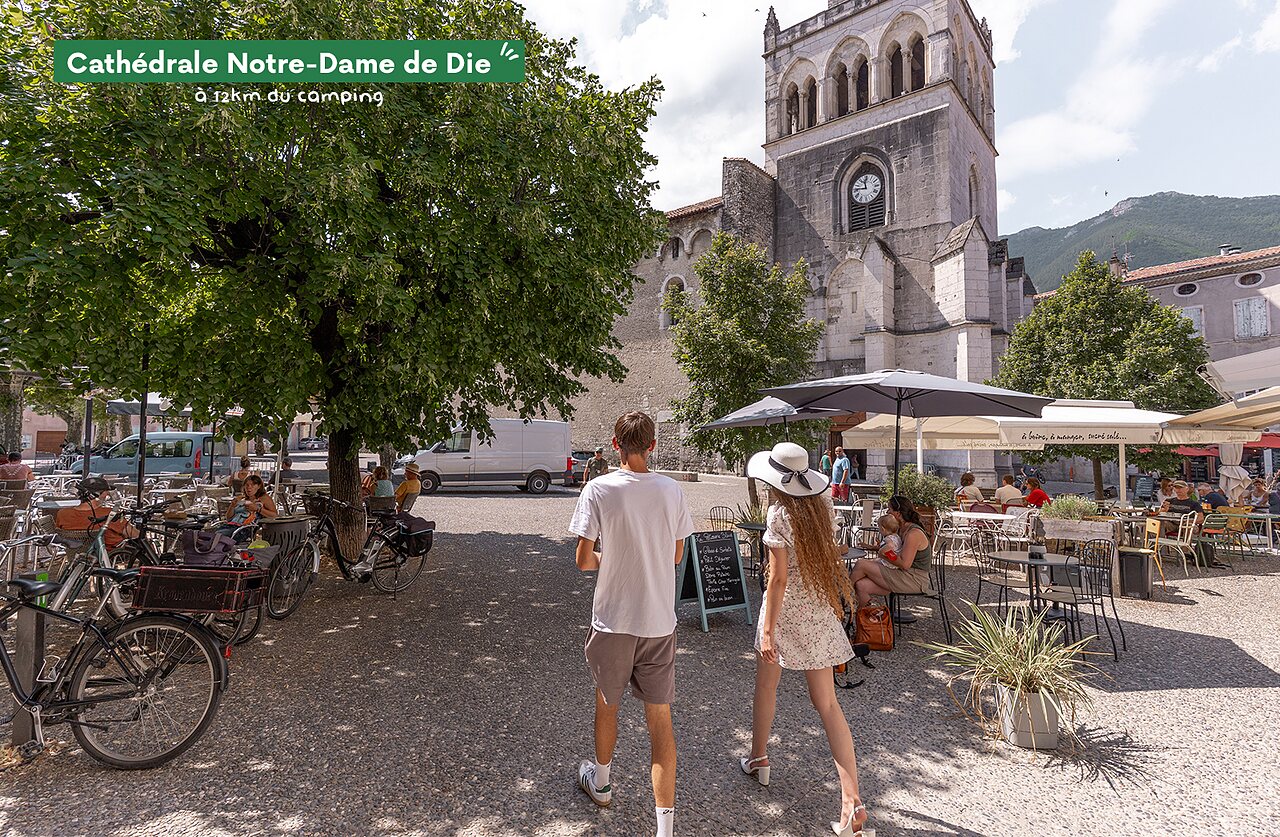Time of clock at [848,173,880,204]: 11:46
